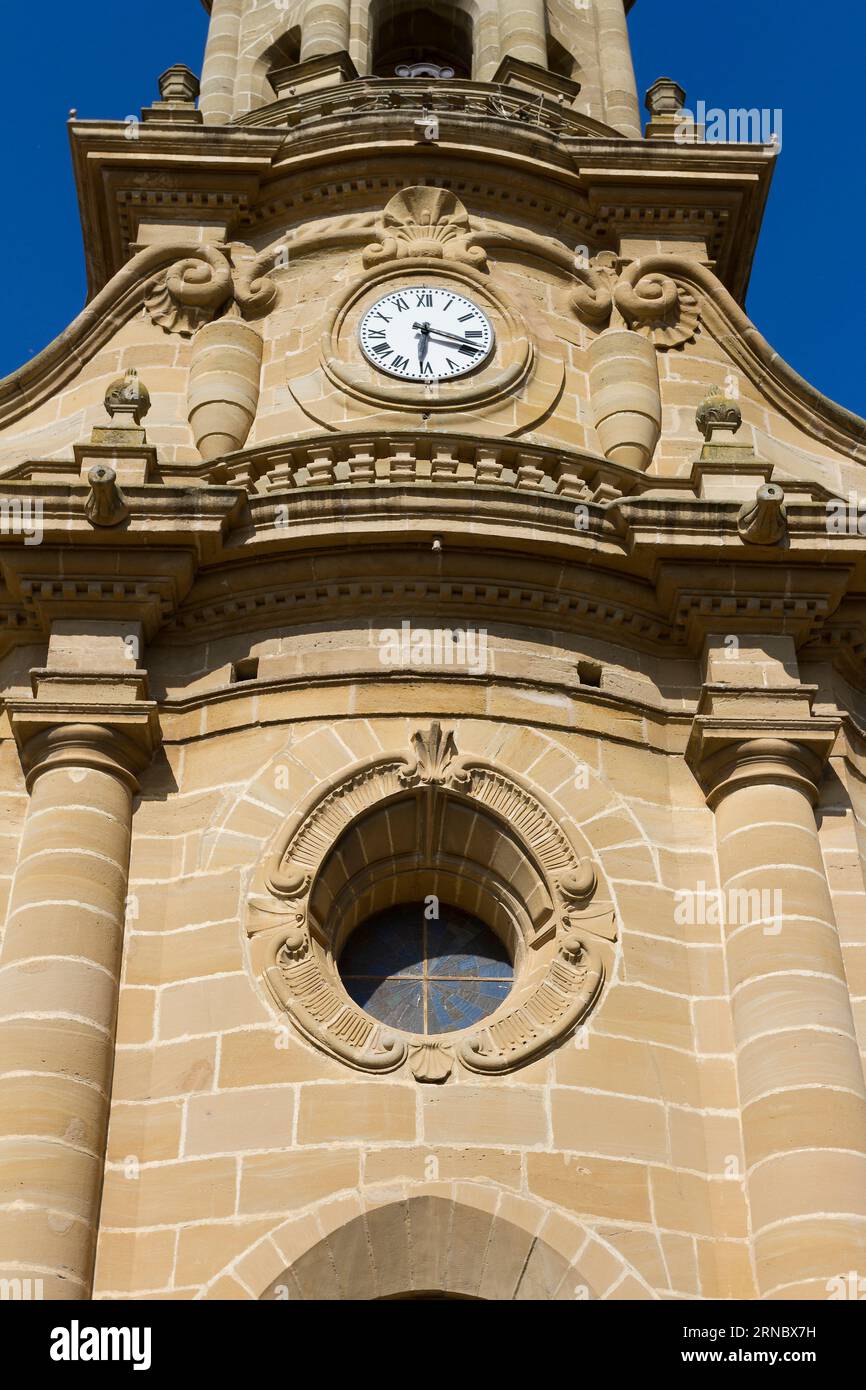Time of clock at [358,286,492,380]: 6:18
